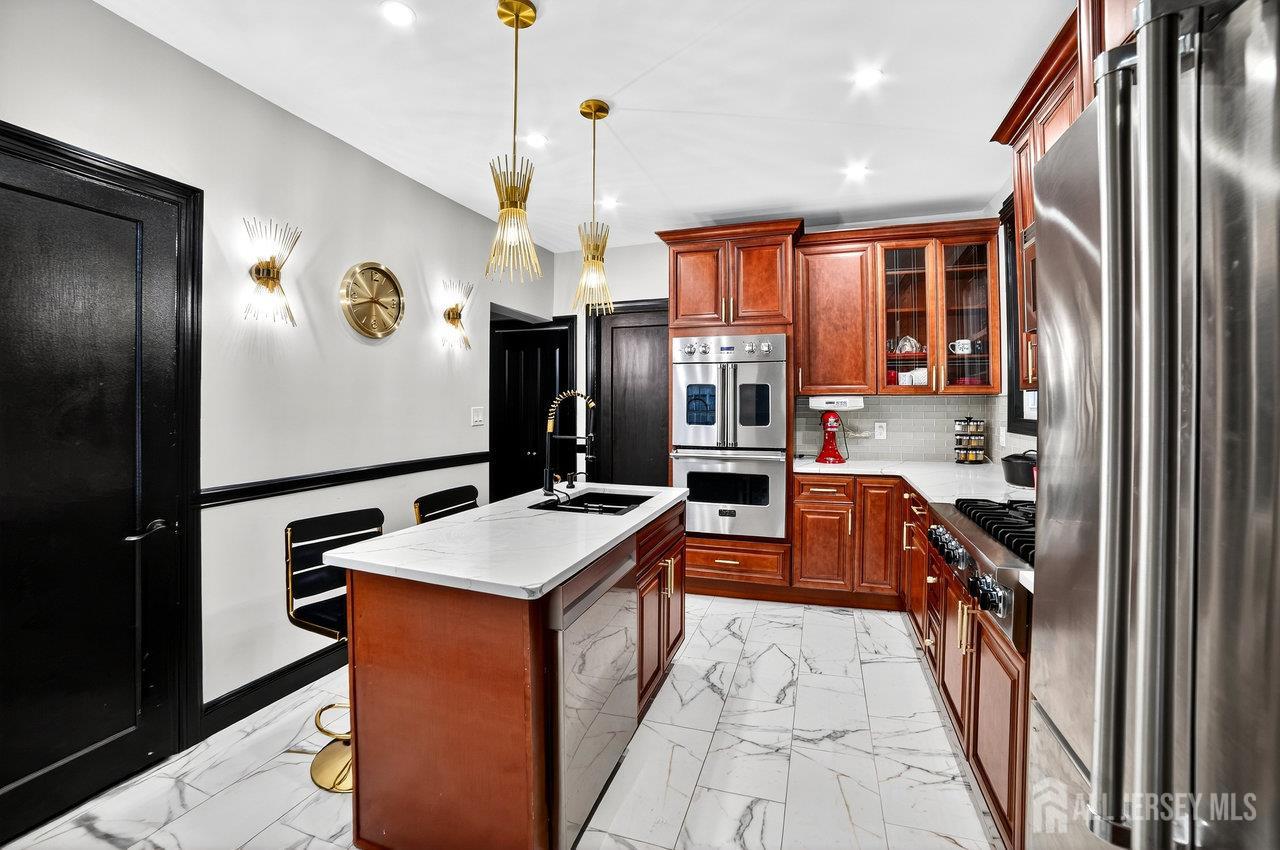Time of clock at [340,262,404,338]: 3:42
